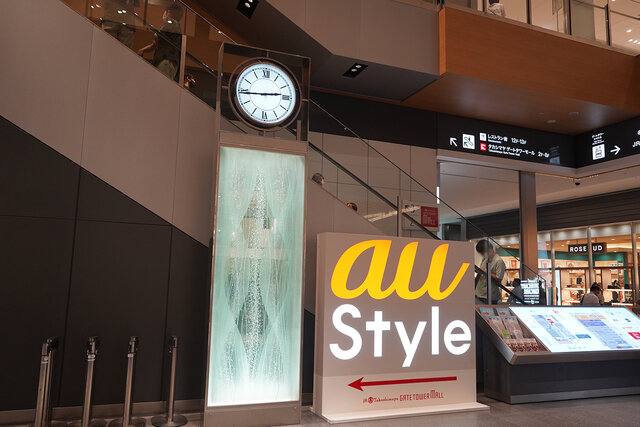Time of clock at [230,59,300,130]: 2:44
